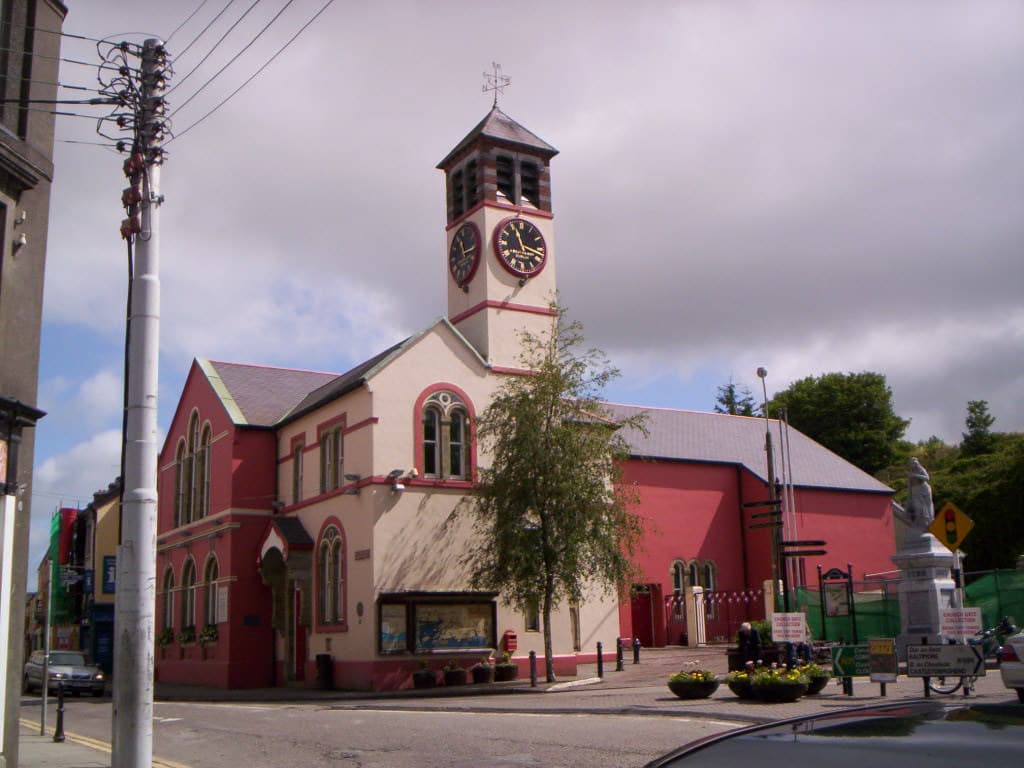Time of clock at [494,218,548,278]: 11:17
